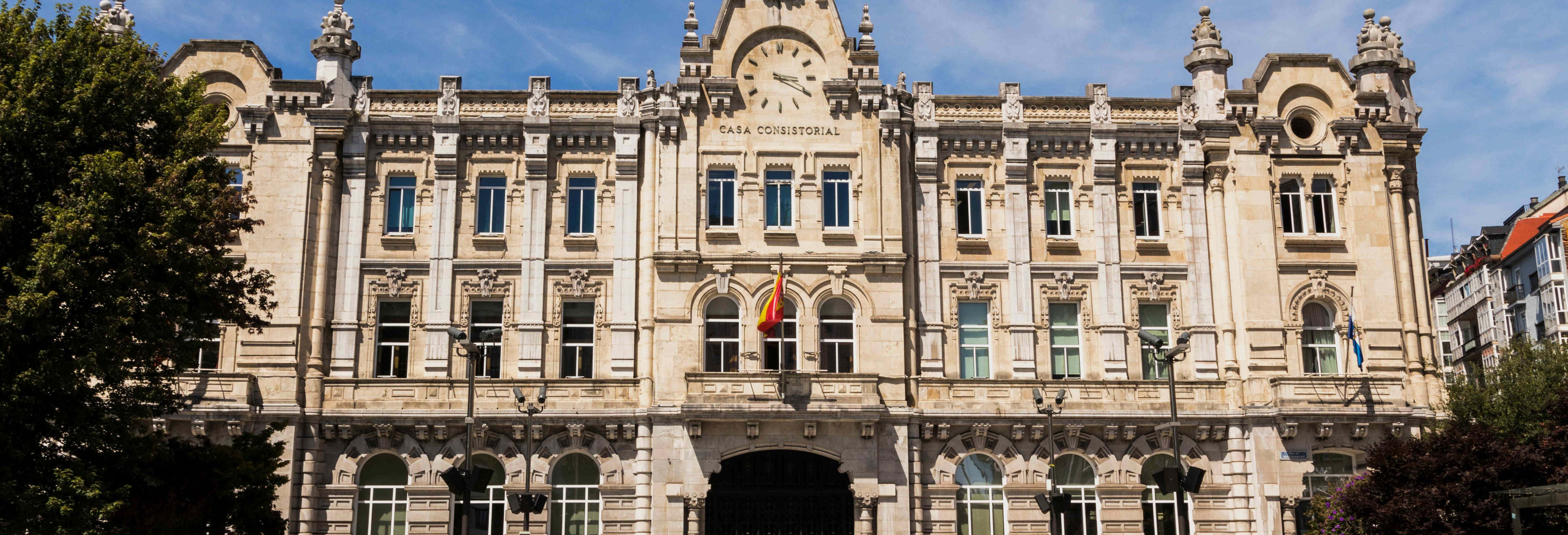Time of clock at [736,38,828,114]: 3:19
